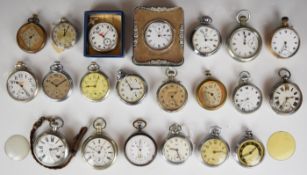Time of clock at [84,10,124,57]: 10:07
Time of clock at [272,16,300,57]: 5:33
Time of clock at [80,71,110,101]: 9:03
